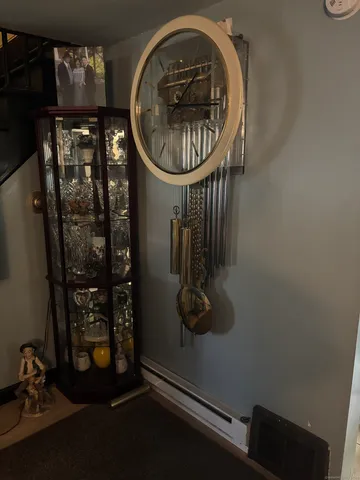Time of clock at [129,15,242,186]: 1:16
